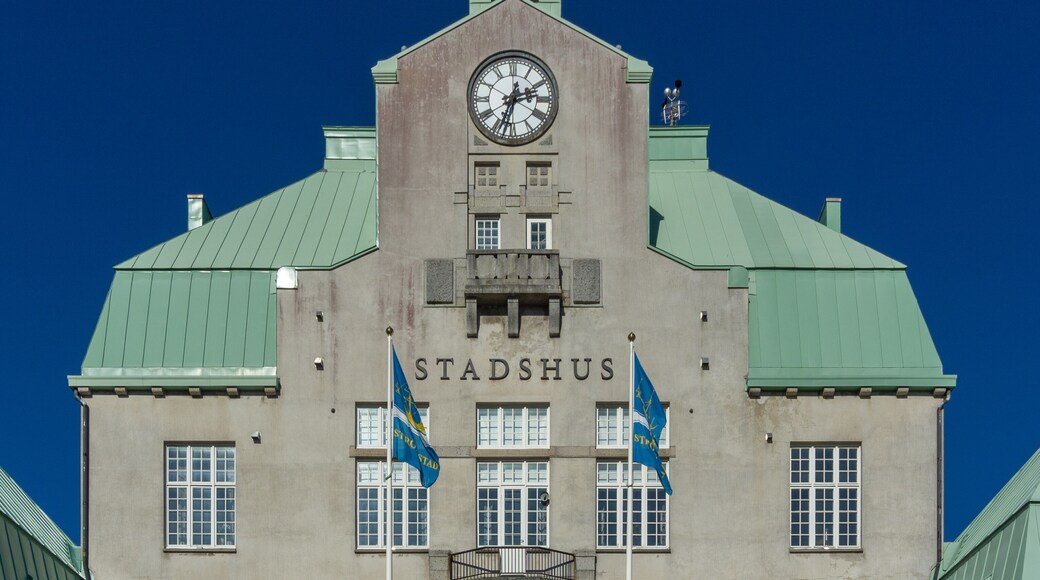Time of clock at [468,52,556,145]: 2:33
